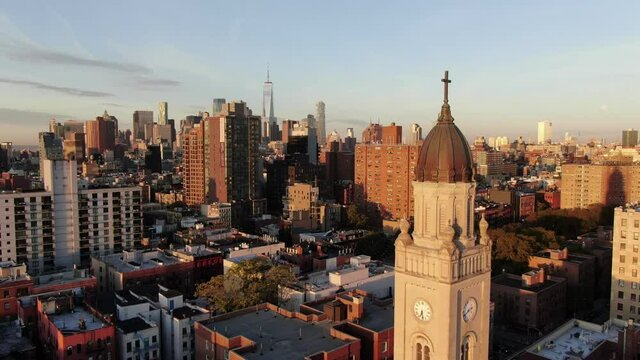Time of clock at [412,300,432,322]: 6:28
